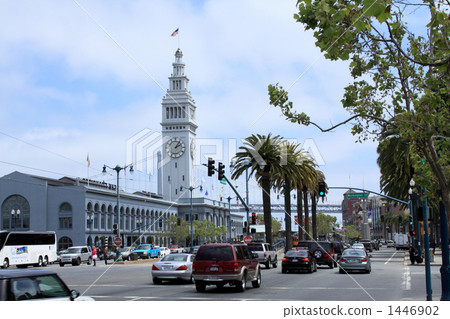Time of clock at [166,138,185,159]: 2:06
